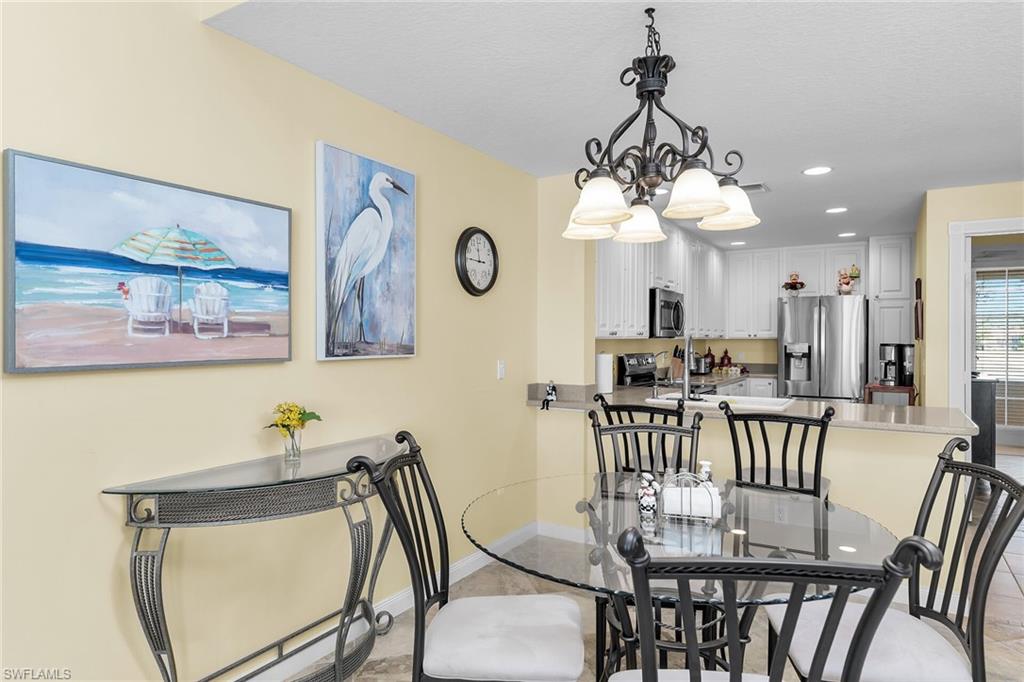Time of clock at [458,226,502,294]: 11:46
